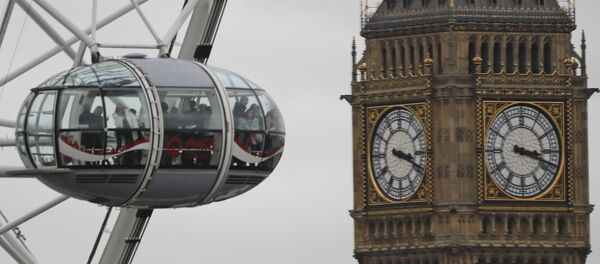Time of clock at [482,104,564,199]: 3:18
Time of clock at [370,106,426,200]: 3:18
